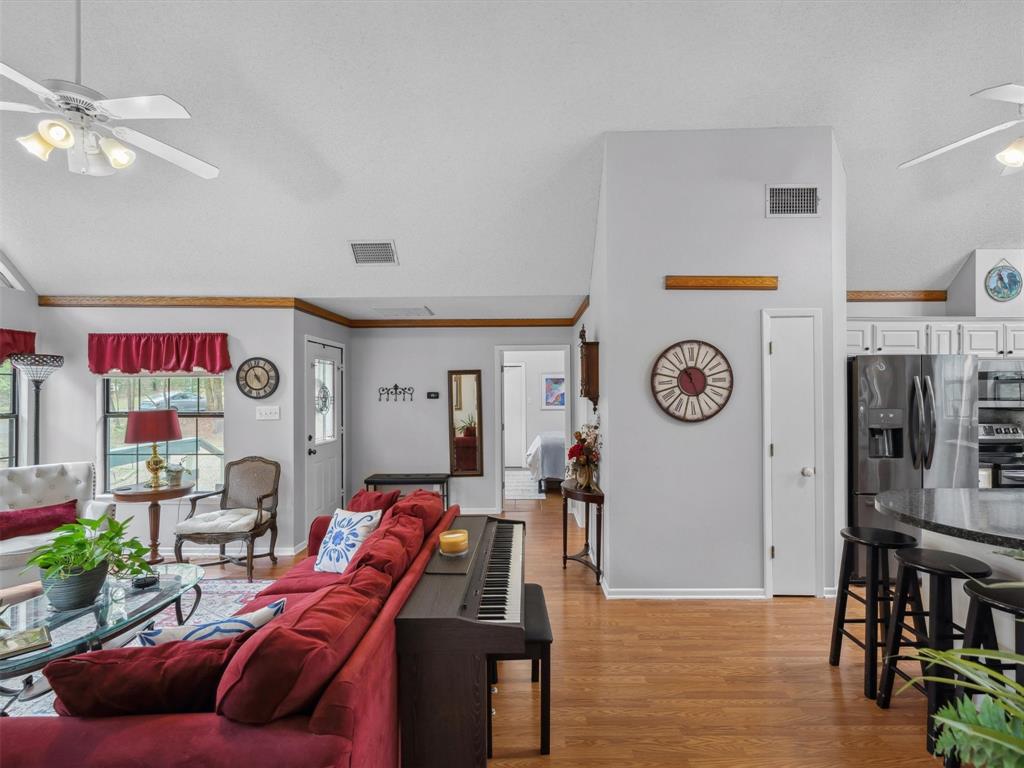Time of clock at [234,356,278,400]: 4:56
